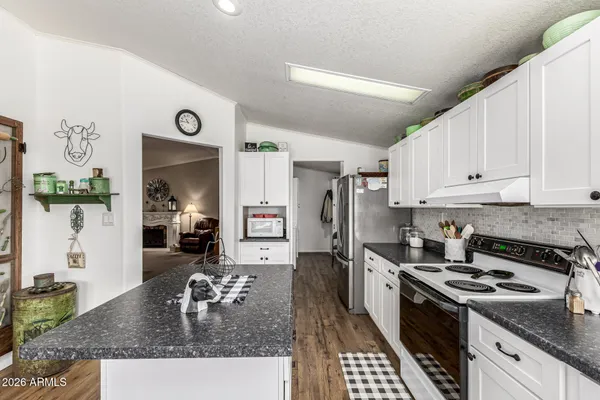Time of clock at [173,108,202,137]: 10:45
